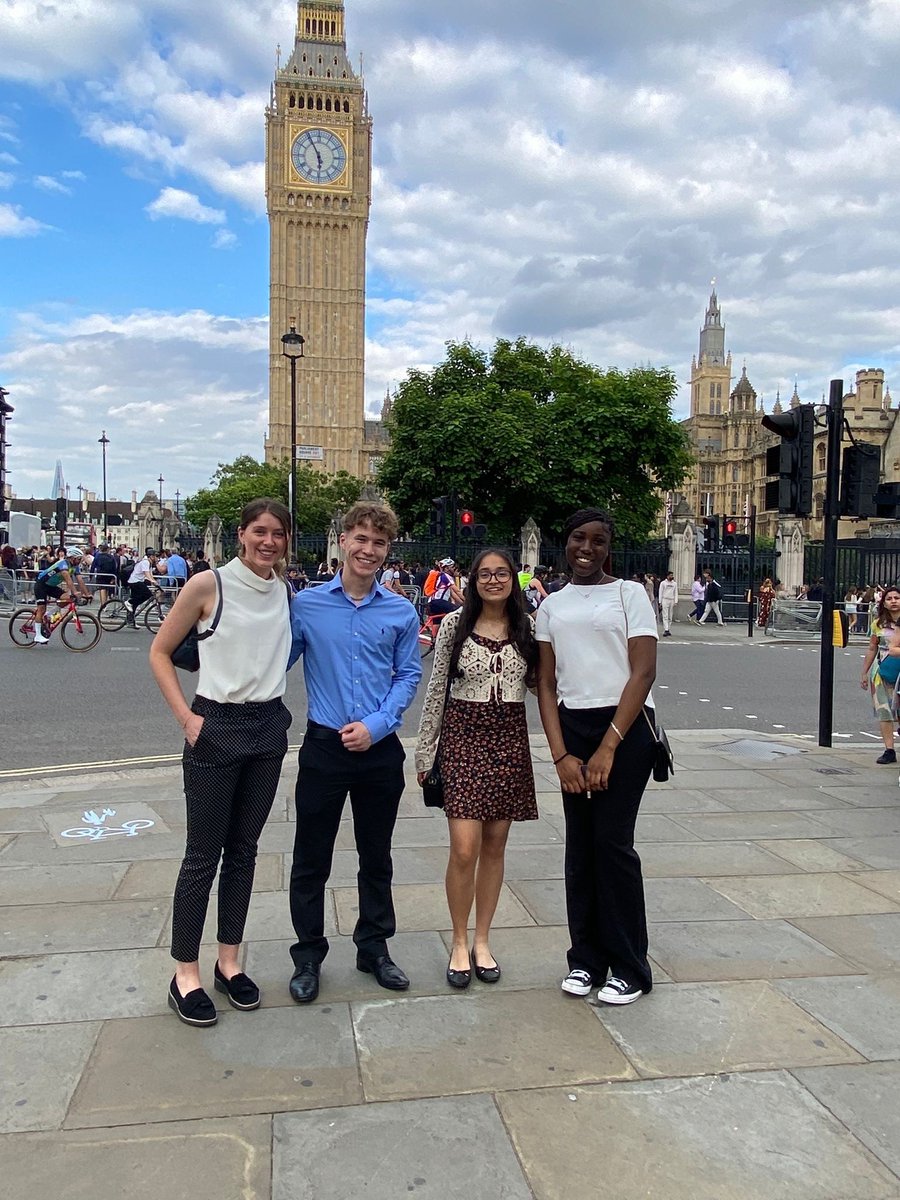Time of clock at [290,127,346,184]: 5:55
